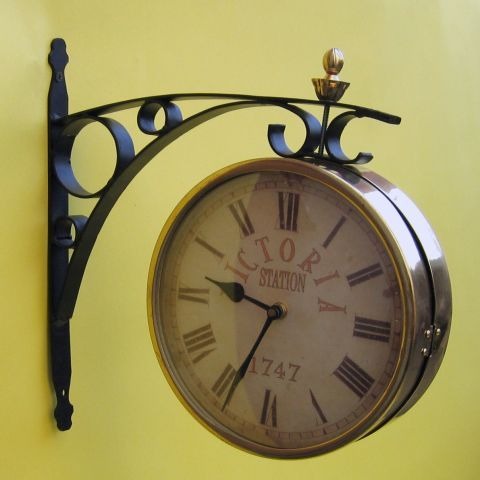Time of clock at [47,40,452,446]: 9:34
